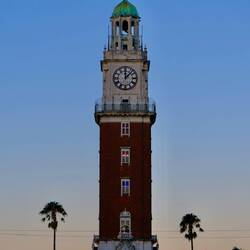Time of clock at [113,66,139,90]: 12:07
